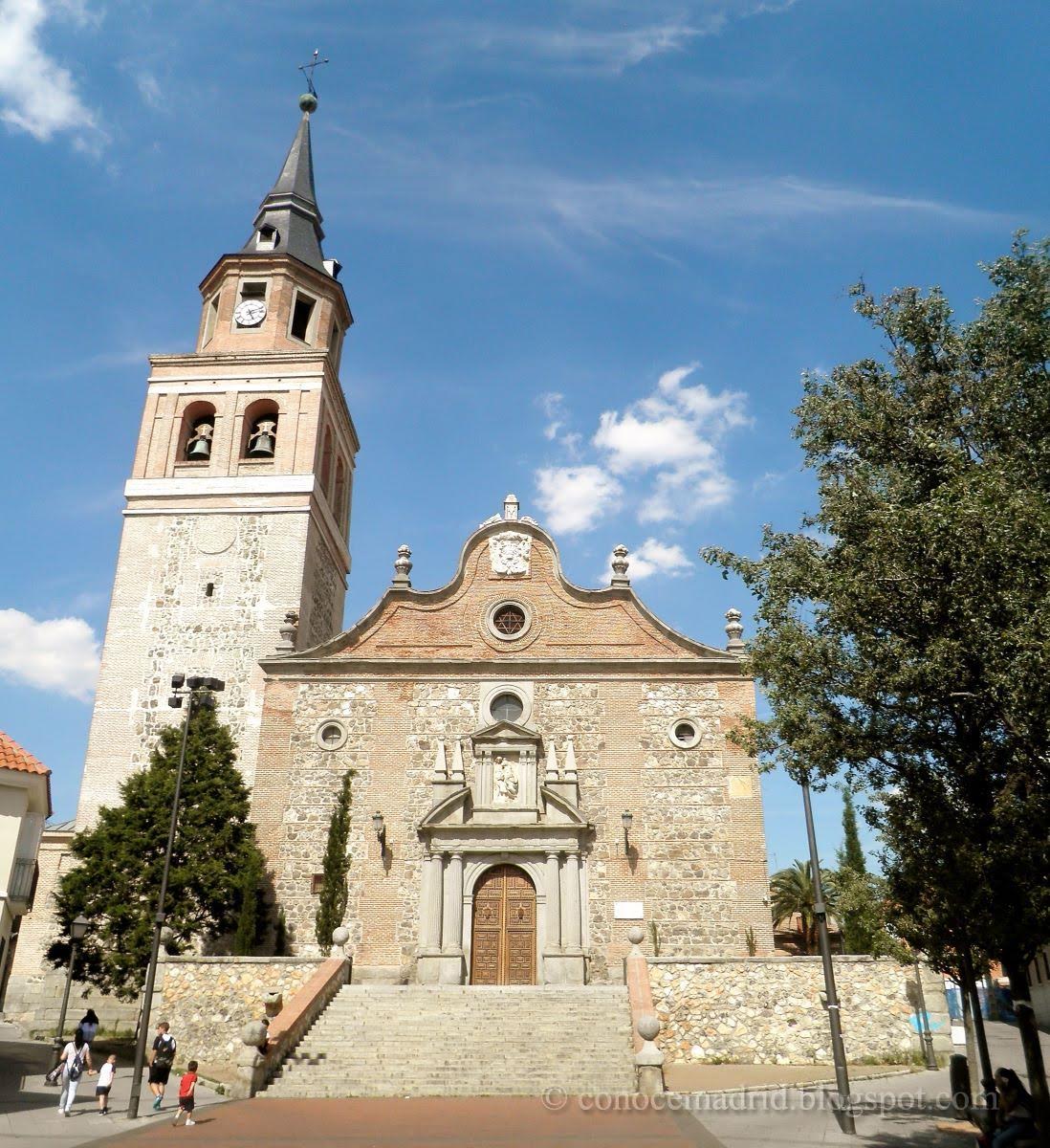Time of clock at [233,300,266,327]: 5:11
